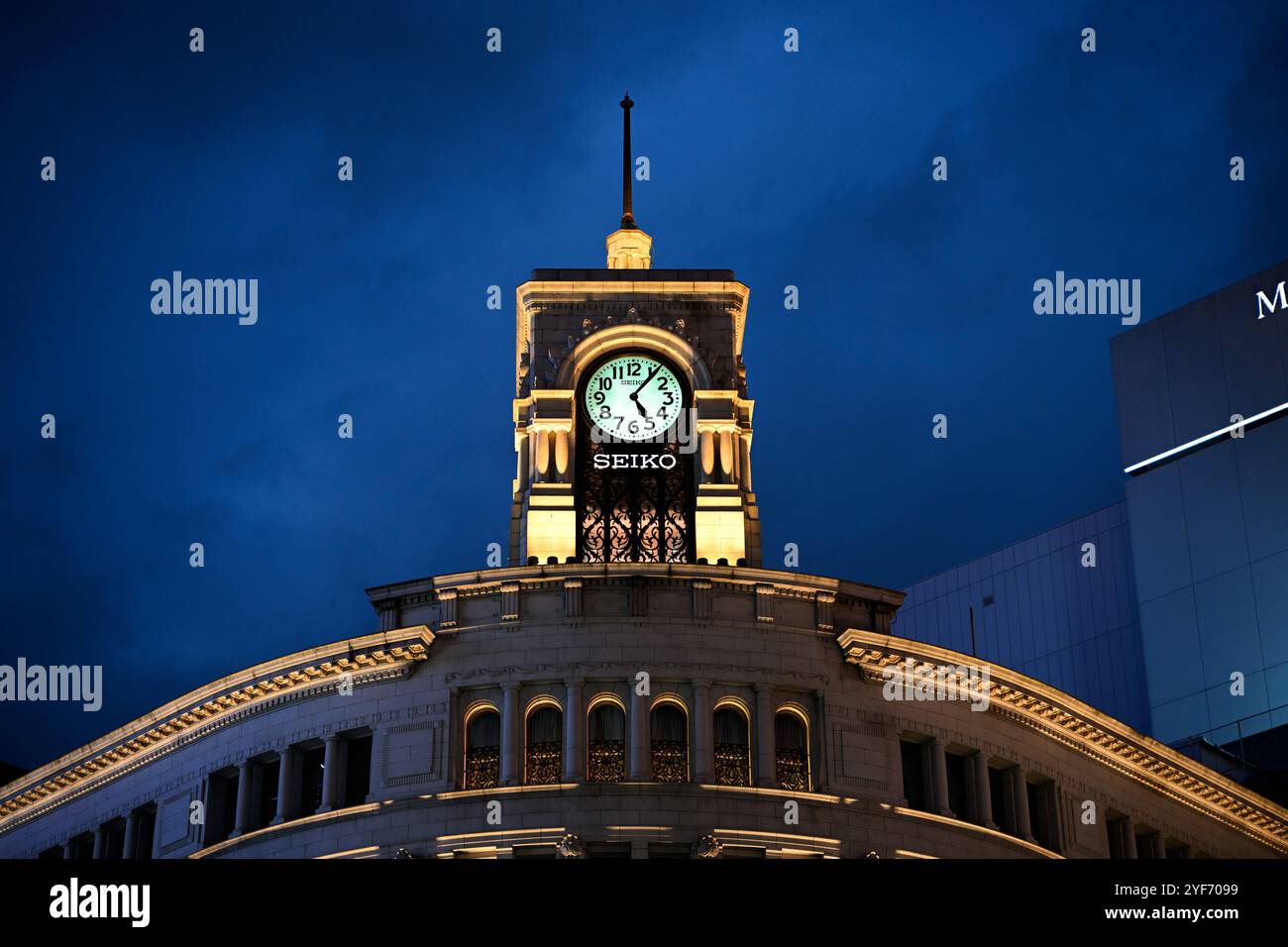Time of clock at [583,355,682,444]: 5:06
